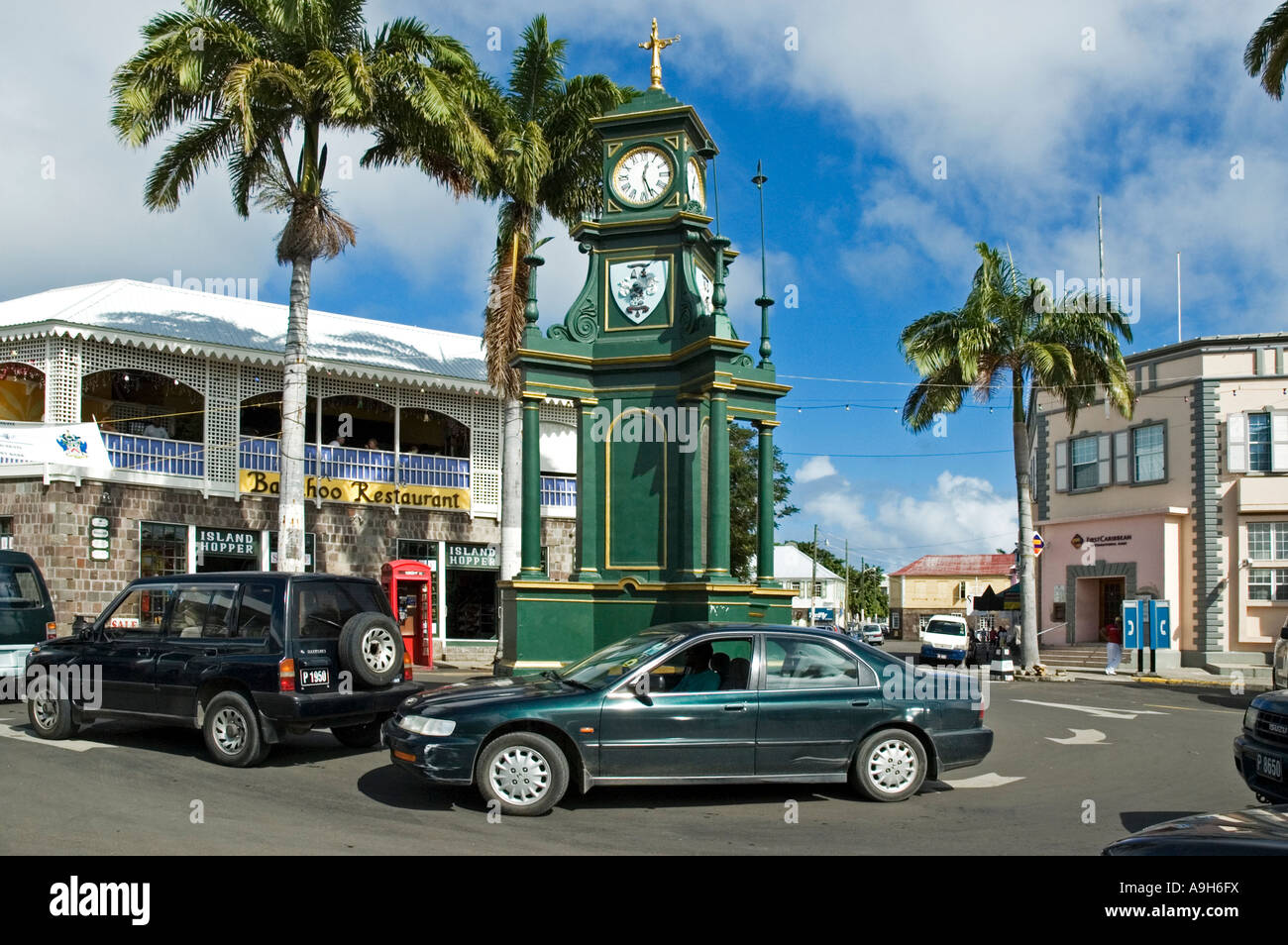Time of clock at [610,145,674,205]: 12:26
